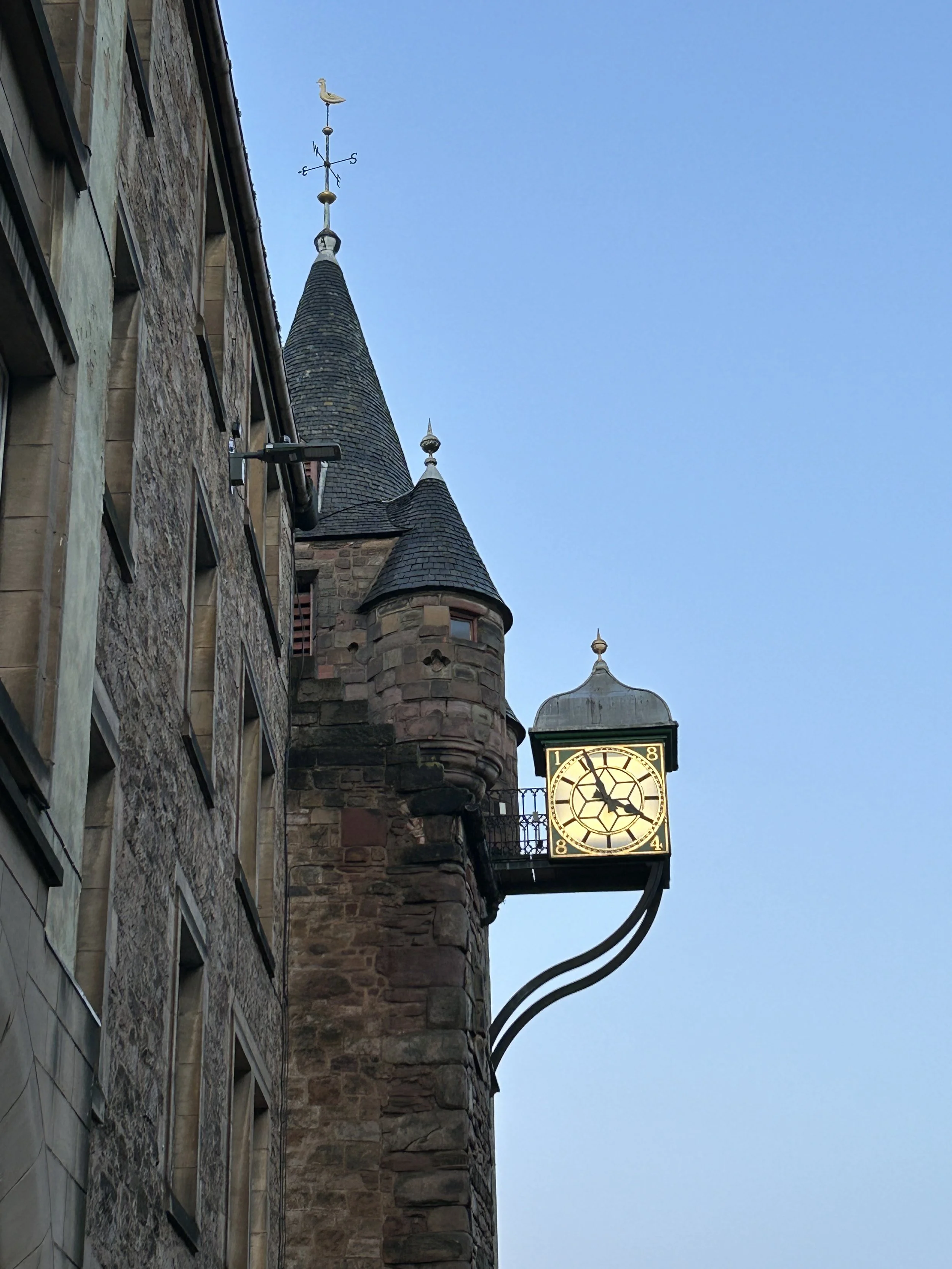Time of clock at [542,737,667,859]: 3:56
